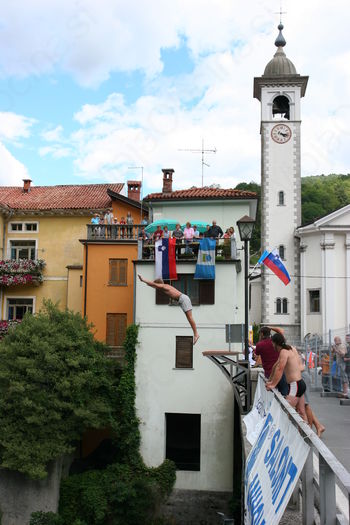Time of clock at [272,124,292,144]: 4:17
